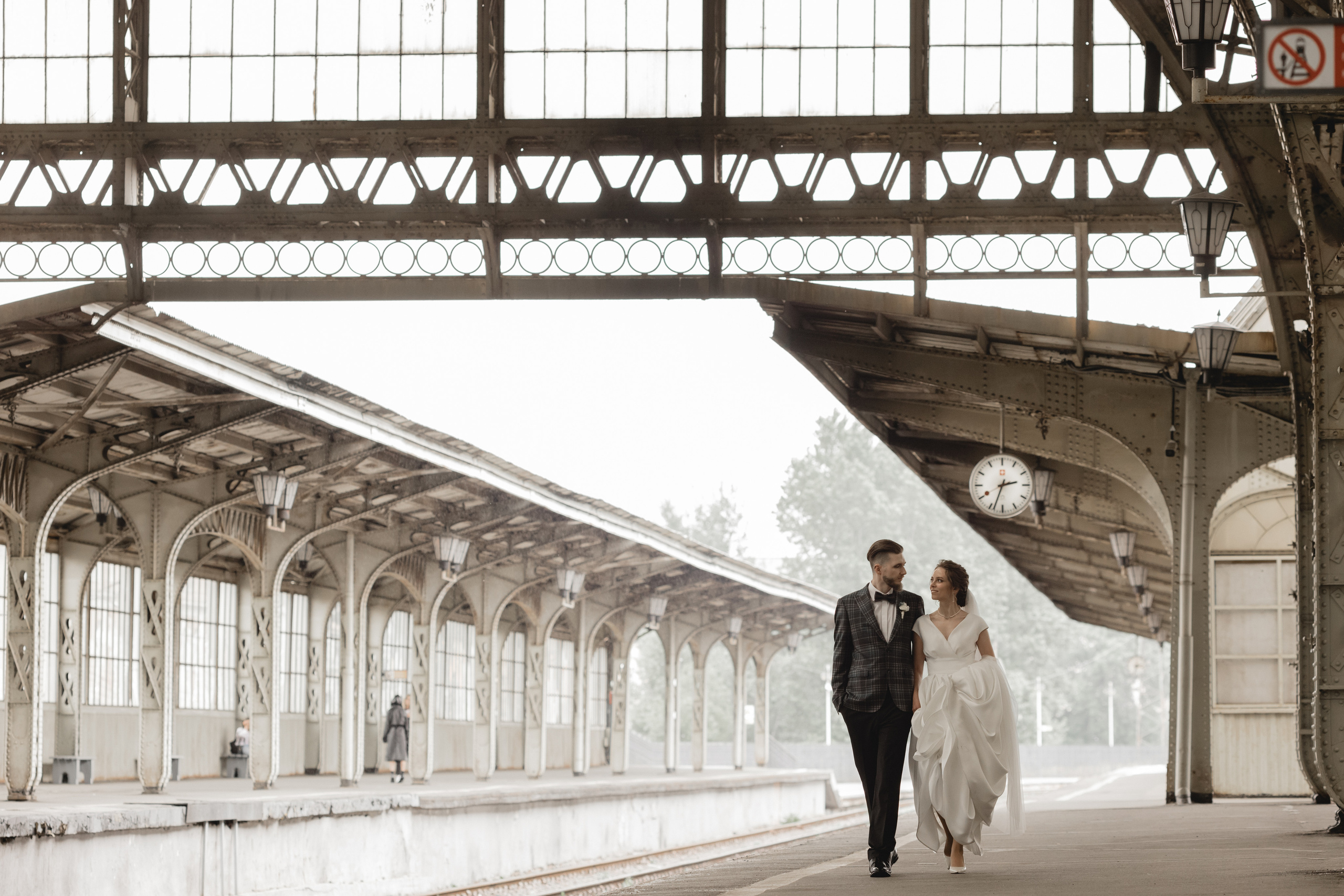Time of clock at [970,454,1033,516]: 2:33
